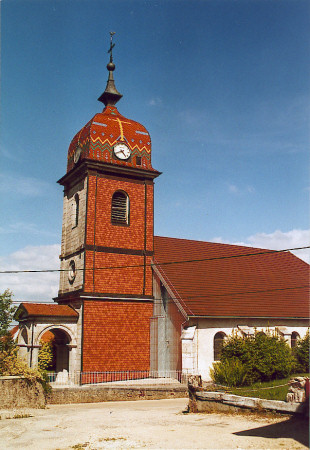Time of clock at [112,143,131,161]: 4:40
